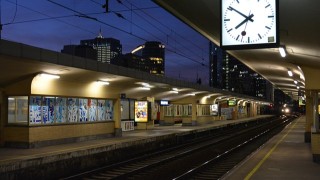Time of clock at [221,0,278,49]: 7:50
